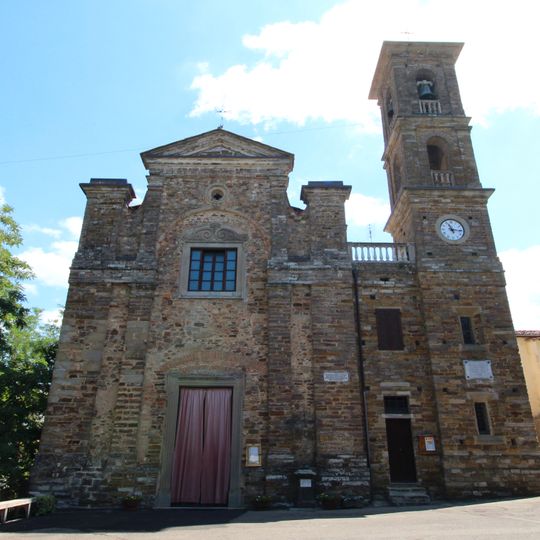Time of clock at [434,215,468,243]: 11:15
